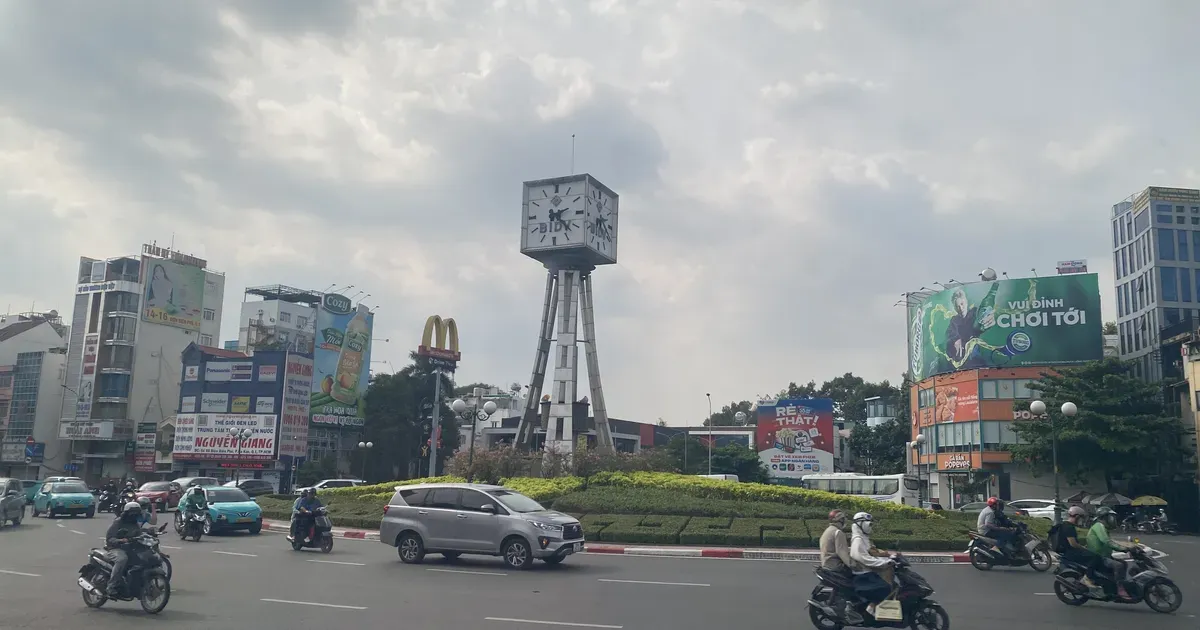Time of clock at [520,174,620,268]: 2:22
